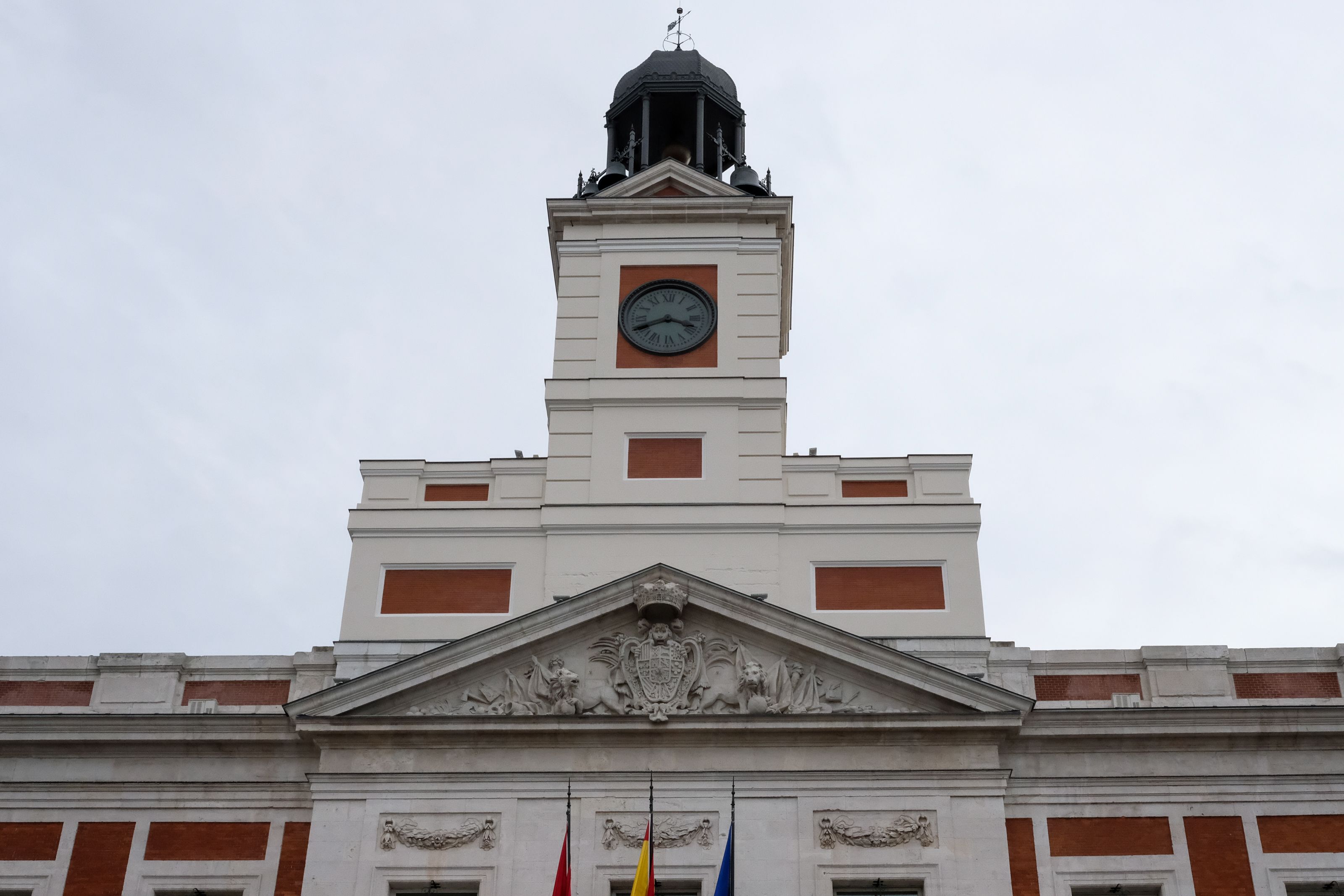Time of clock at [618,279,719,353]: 3:40
